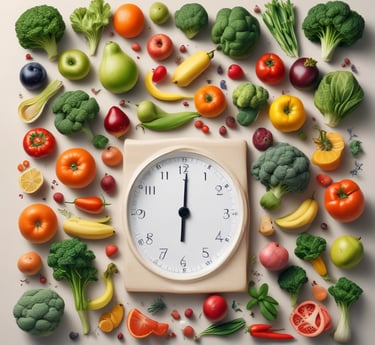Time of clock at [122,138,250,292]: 6:00
